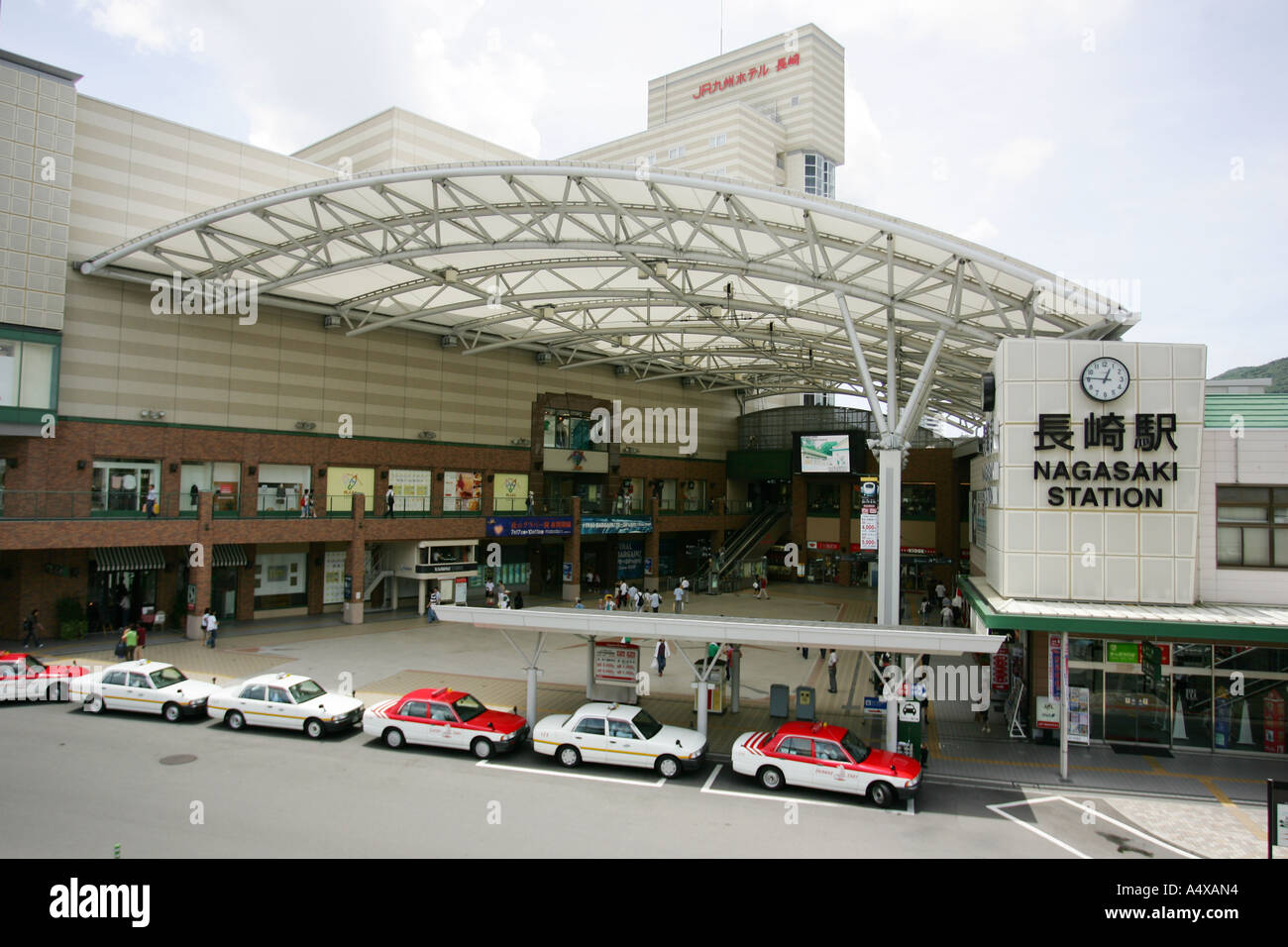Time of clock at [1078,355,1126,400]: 12:46
